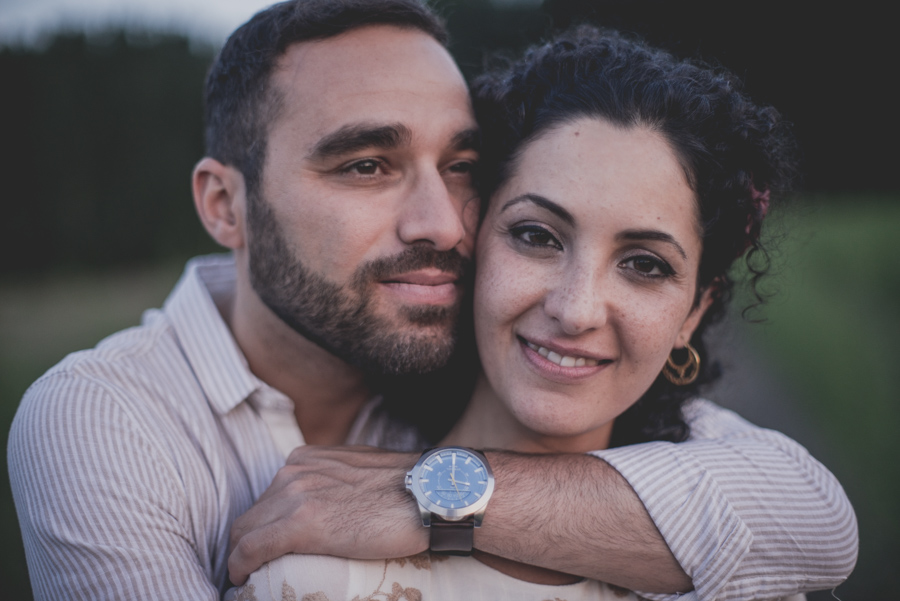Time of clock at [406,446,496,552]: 4:00
